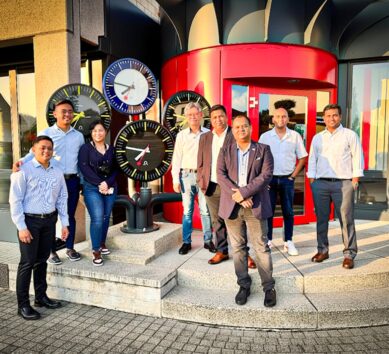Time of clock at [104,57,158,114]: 7:46
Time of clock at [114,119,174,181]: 7:46
